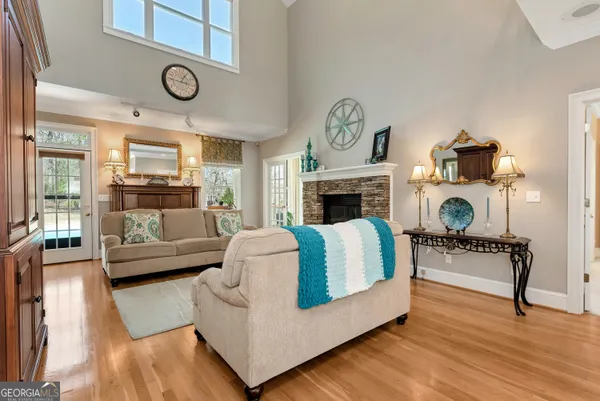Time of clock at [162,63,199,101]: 12:46
